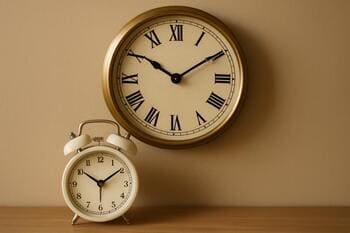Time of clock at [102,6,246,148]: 10:09
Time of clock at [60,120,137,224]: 10:09
